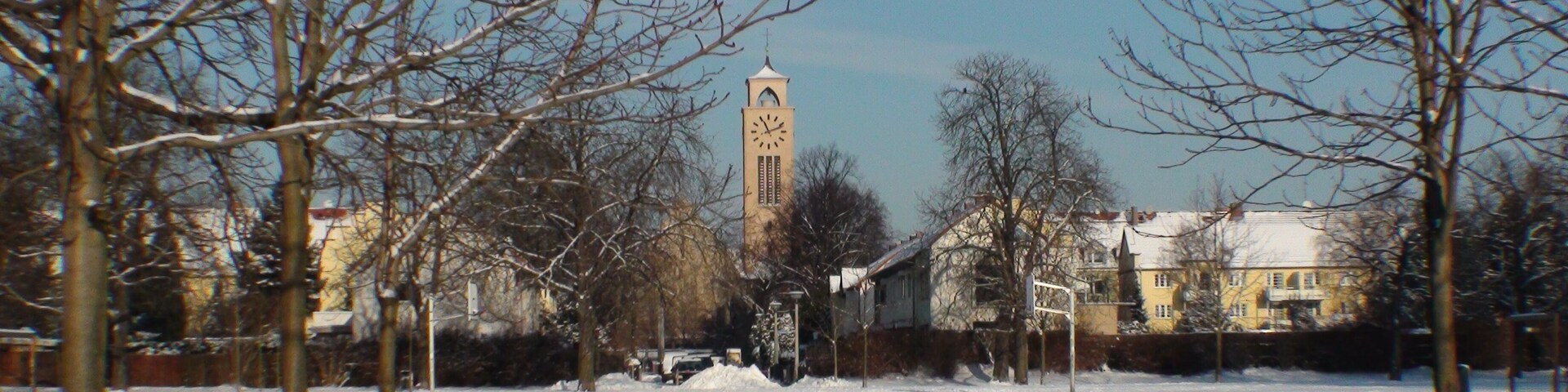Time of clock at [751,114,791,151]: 11:11
